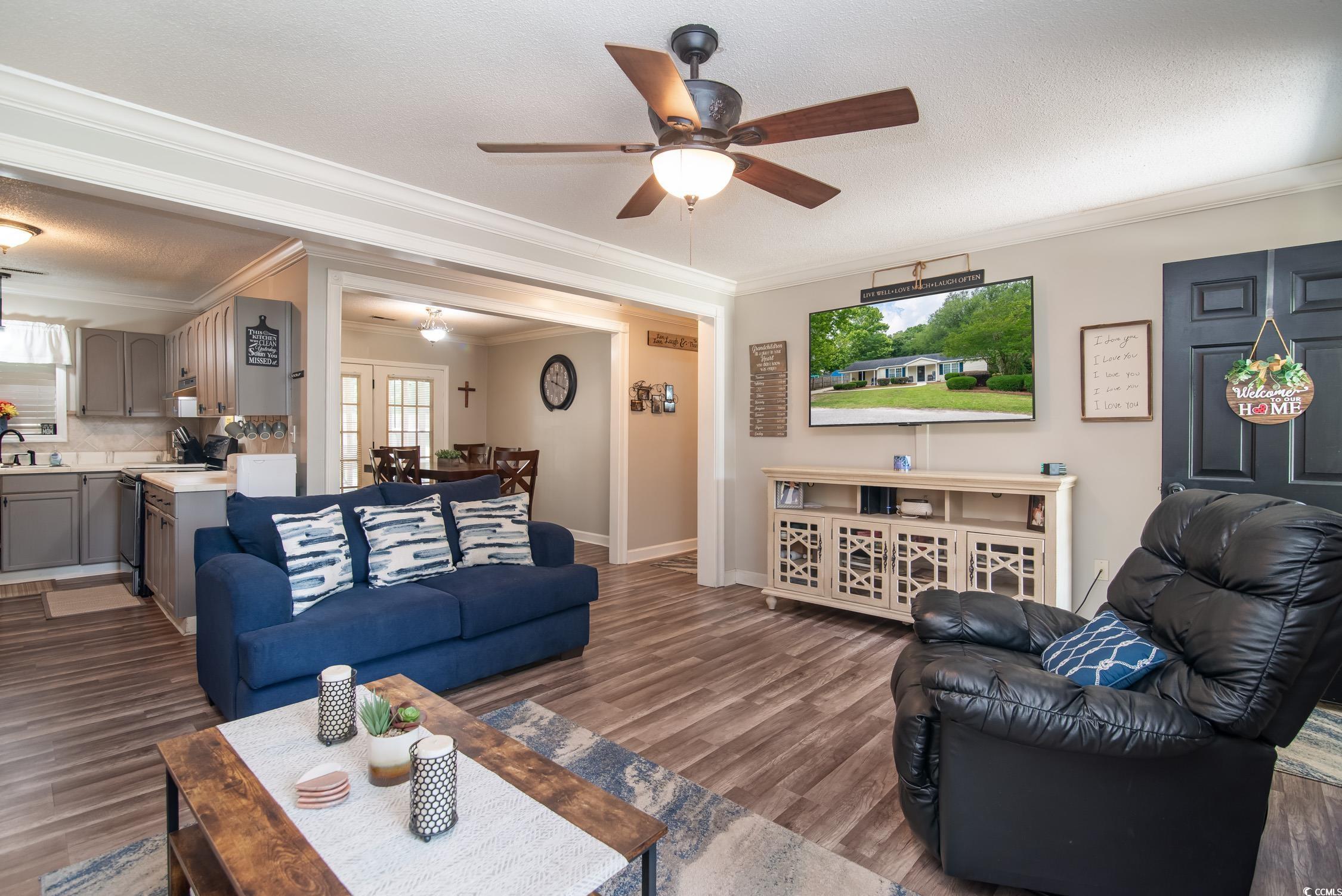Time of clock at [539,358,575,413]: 12:19
